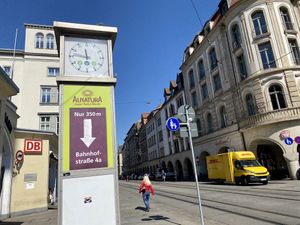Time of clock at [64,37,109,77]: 11:46
